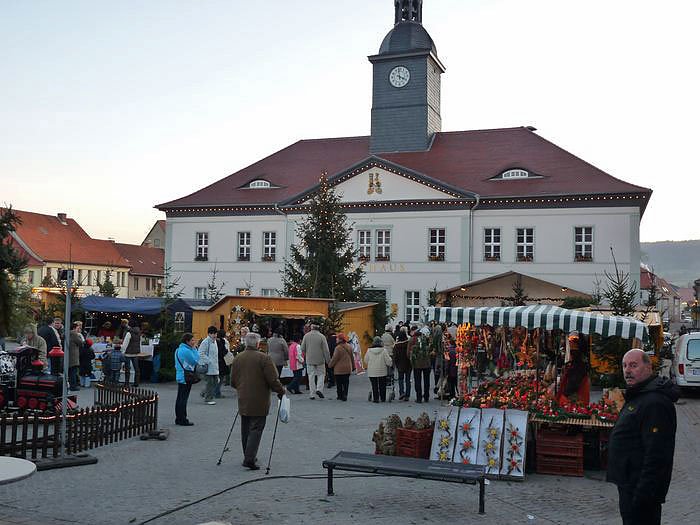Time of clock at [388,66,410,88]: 3:58
